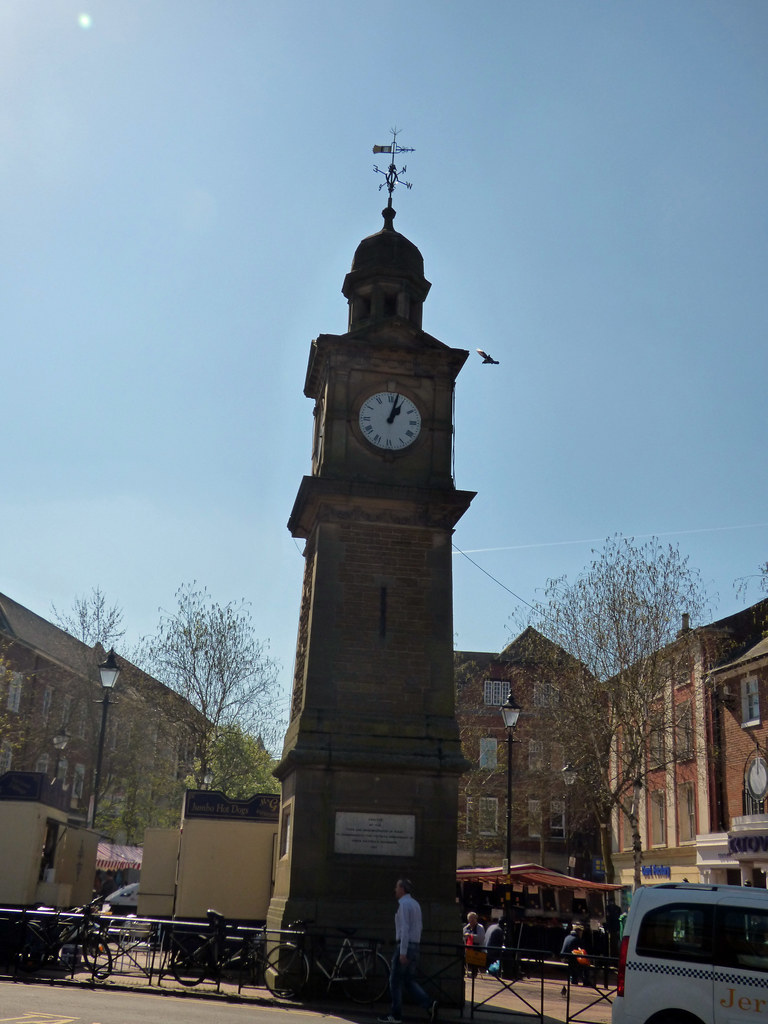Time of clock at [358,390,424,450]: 1:02
